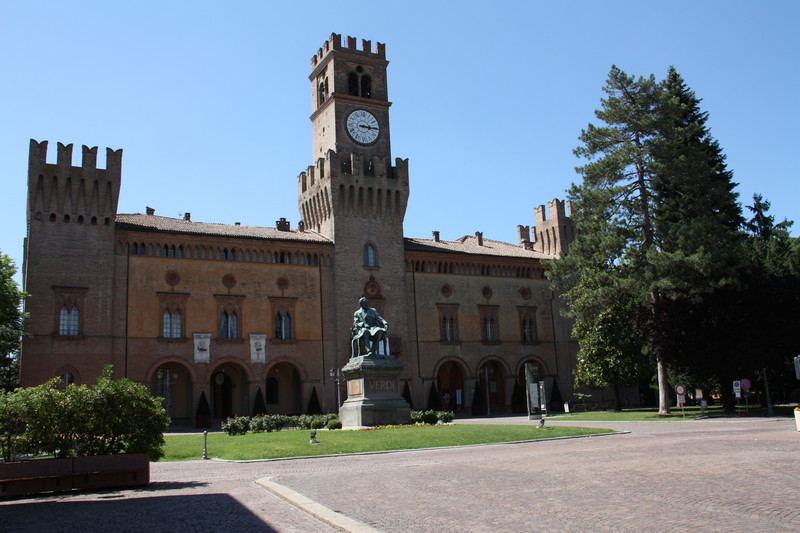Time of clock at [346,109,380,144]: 3:15
